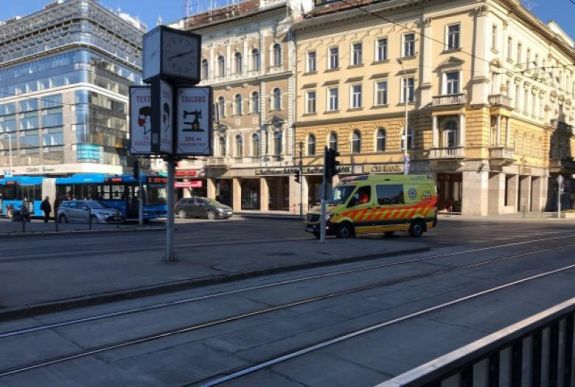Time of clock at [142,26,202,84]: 8:11
